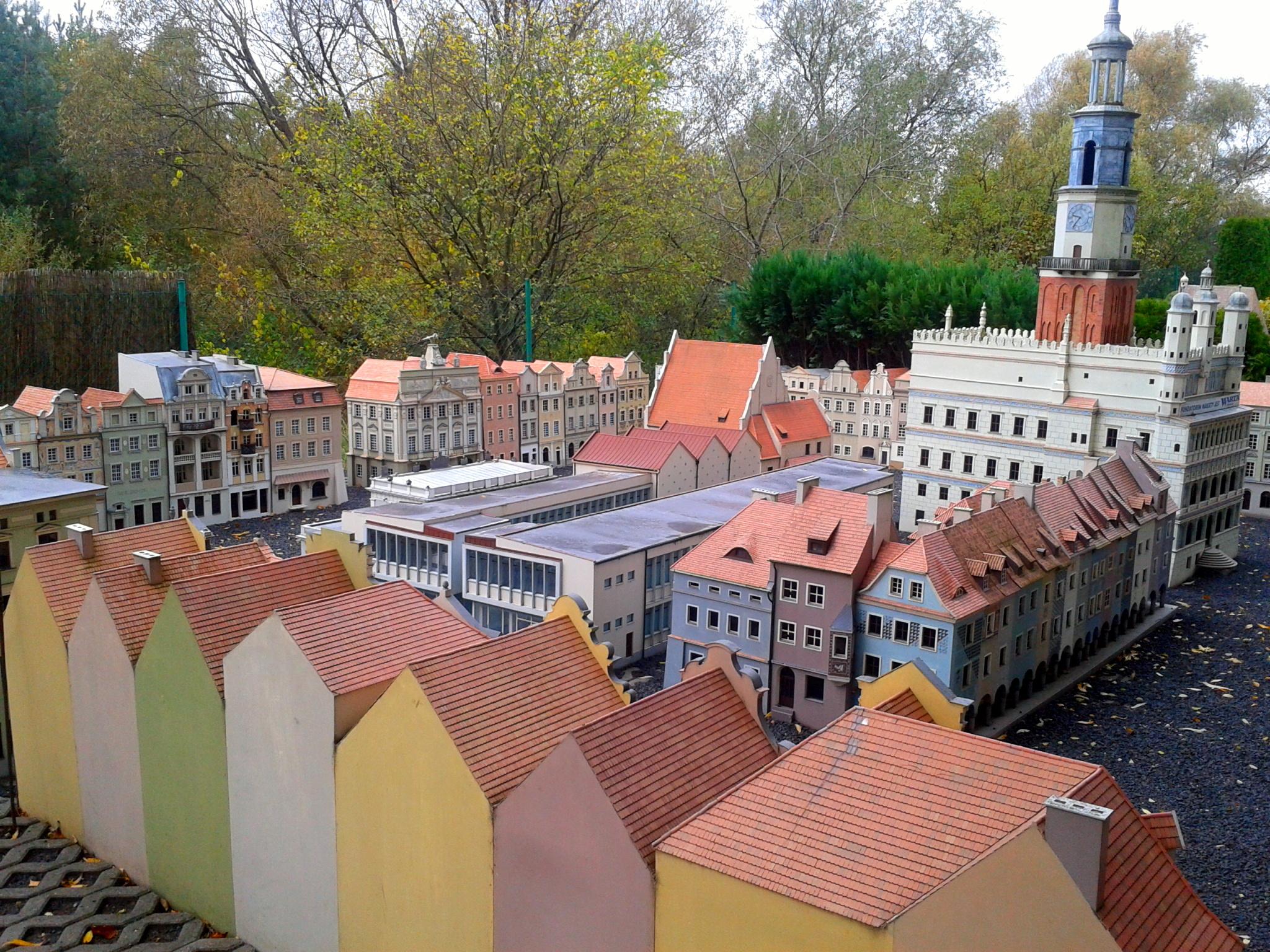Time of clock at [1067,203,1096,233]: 9:36
